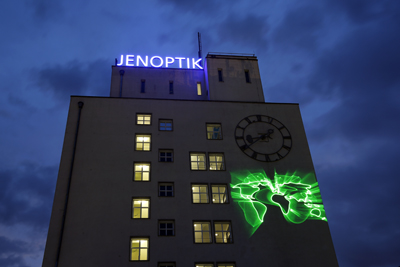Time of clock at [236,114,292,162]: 8:39
